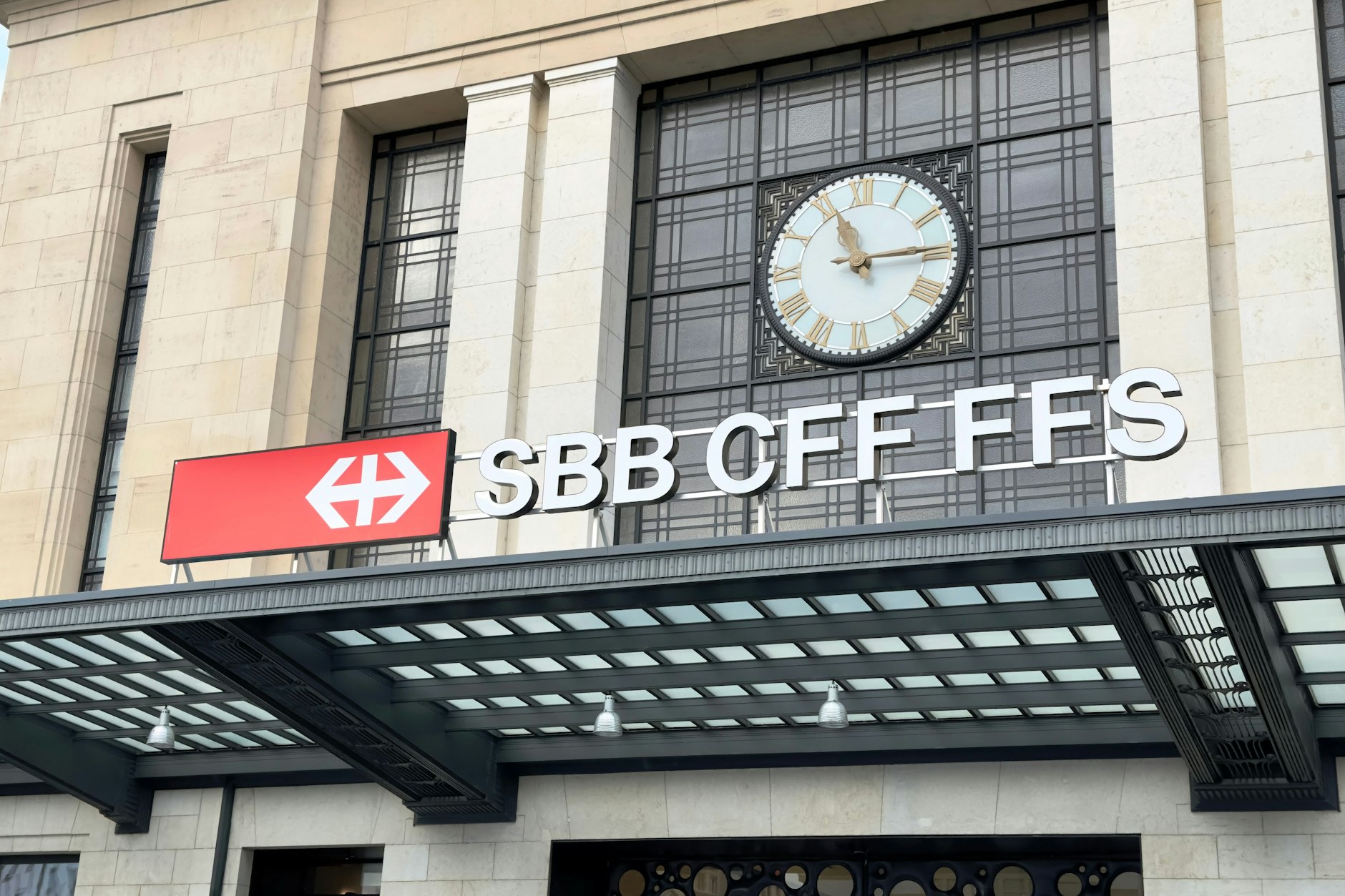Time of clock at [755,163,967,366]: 11:14
